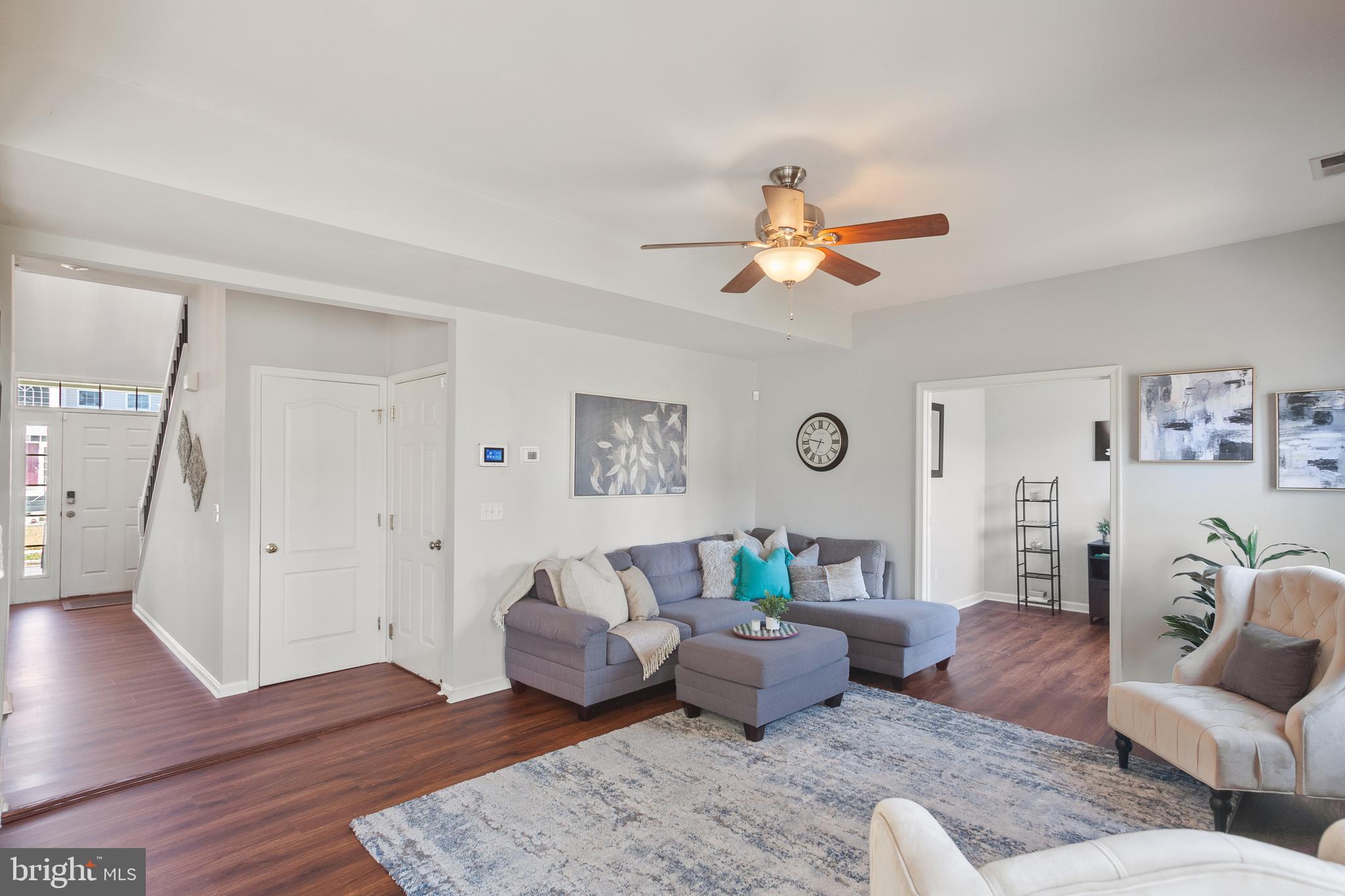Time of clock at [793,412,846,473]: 6:46
